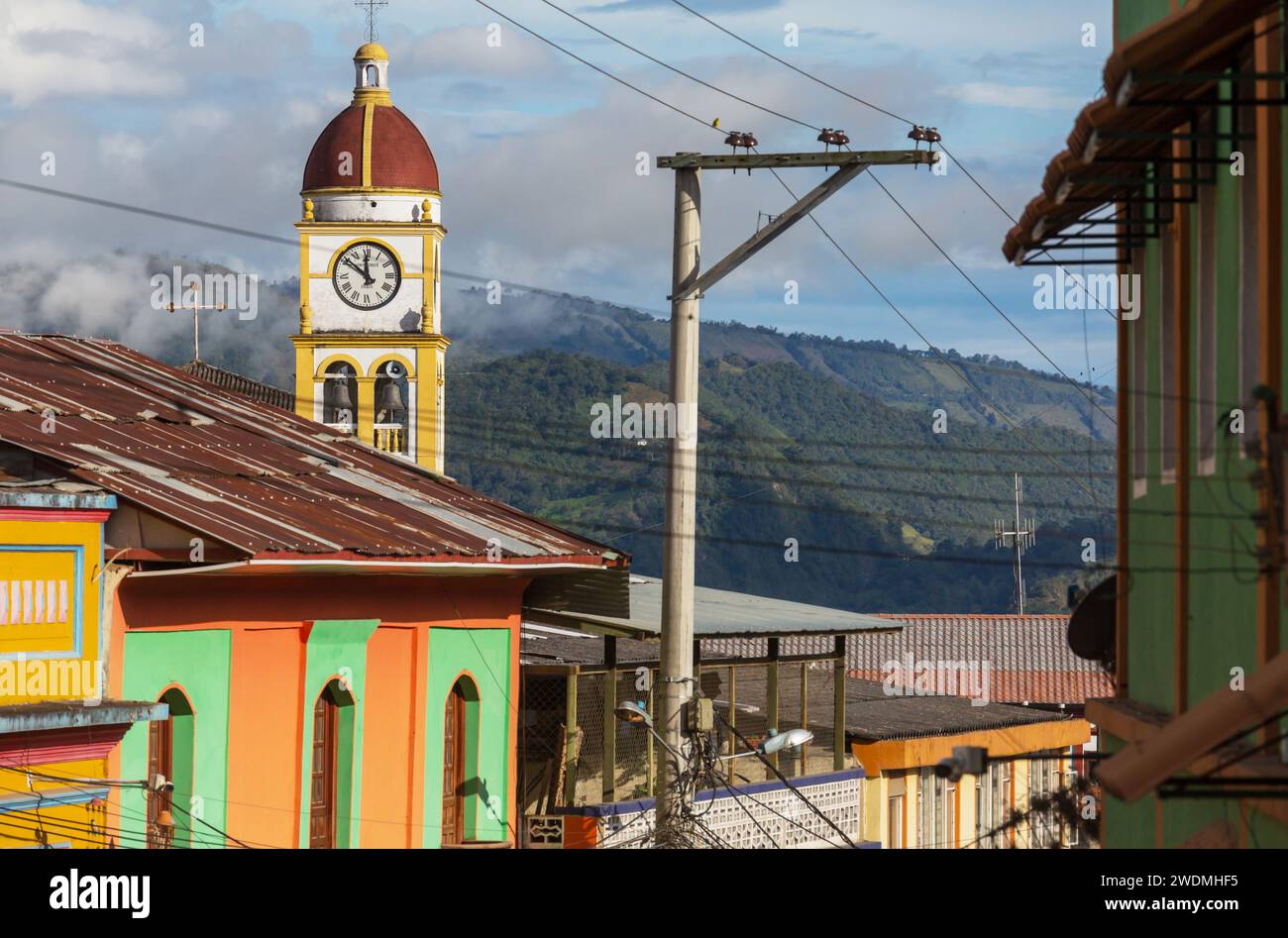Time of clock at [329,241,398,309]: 11:51
